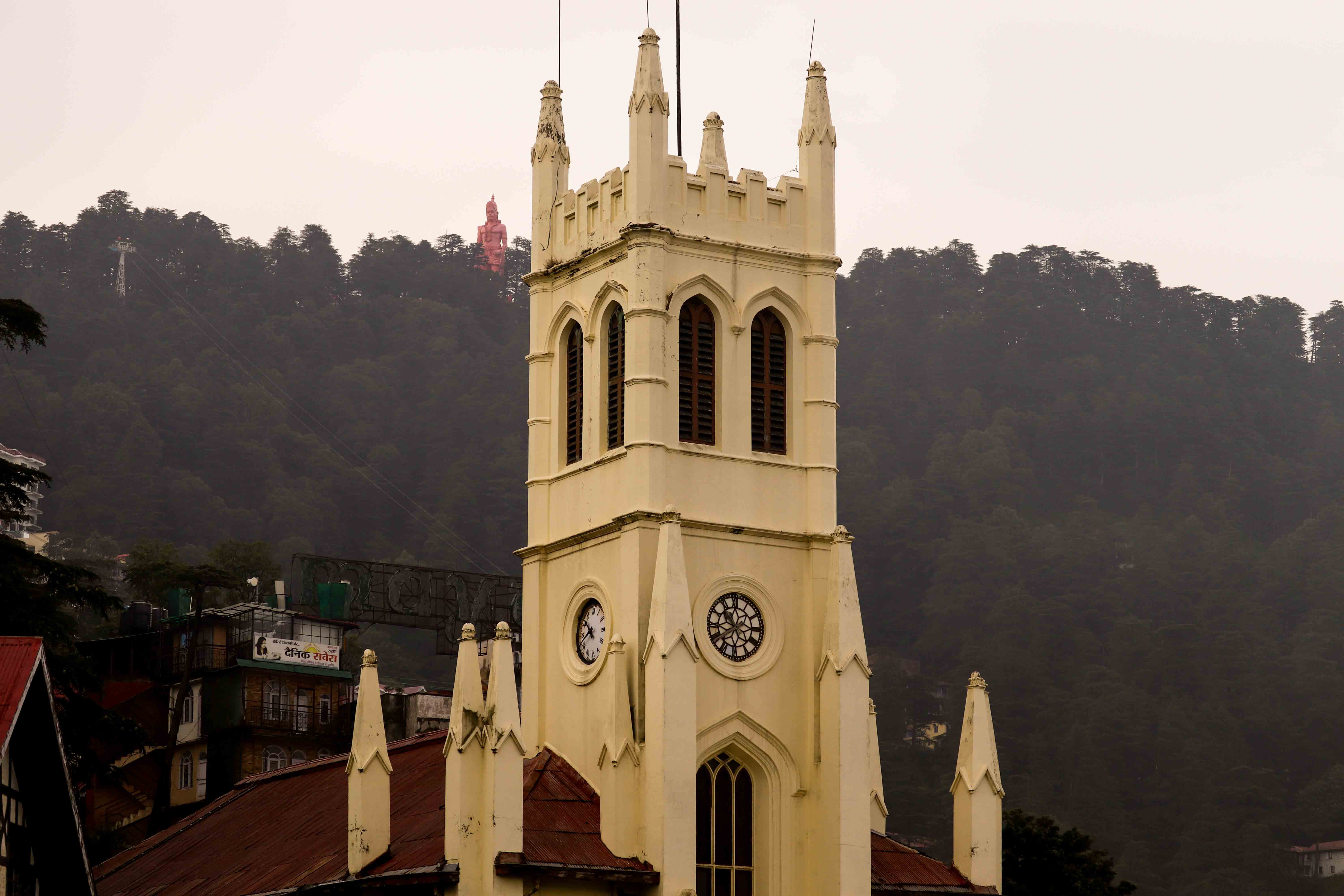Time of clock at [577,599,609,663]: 10:41
